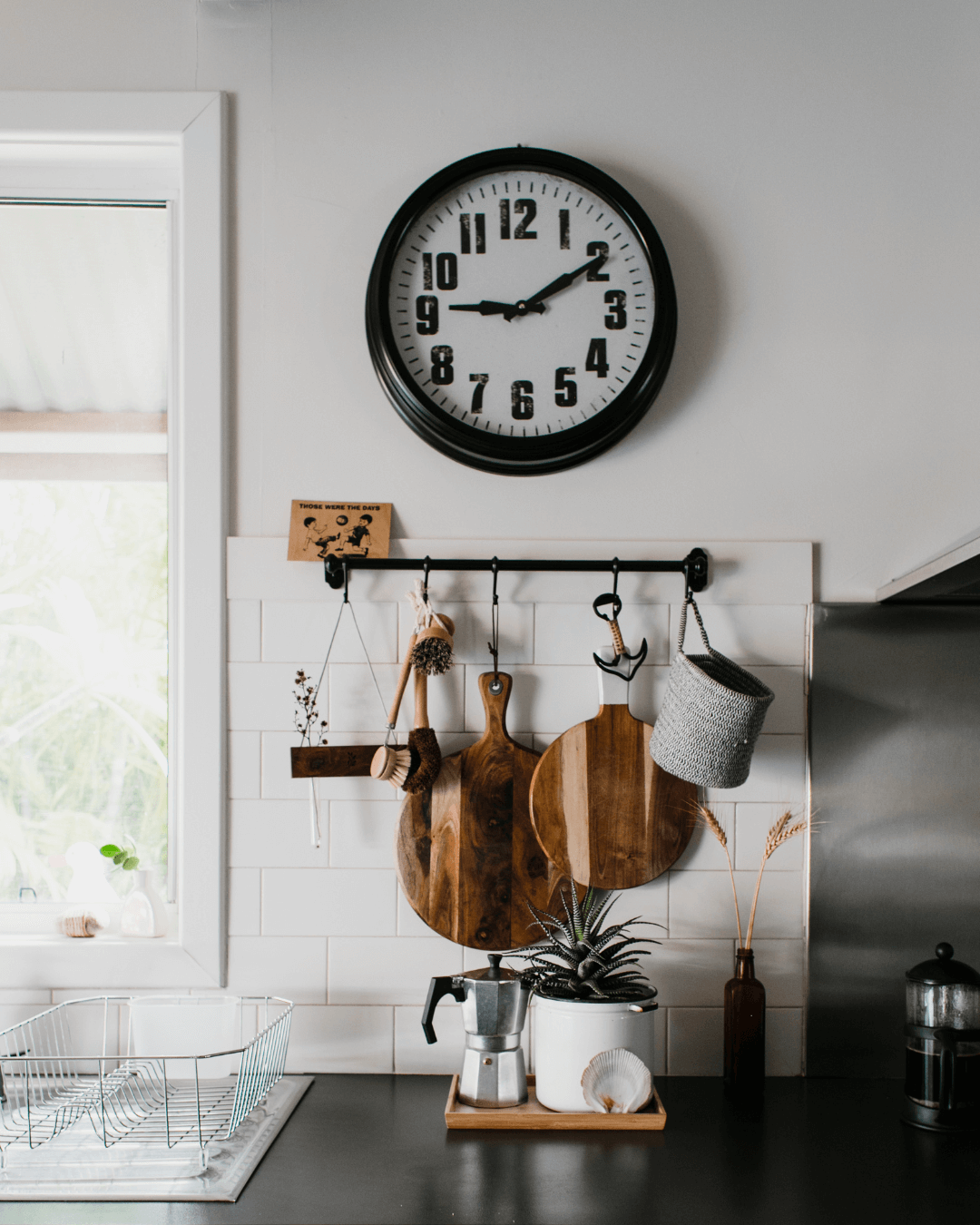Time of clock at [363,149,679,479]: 9:10
